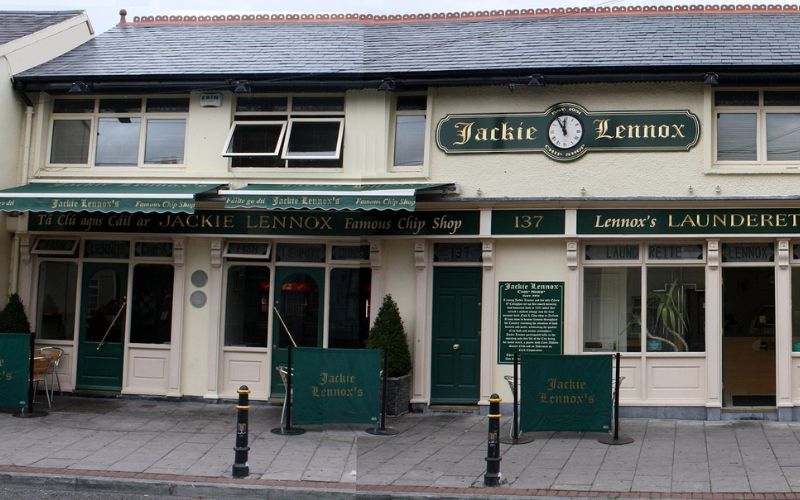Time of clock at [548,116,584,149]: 11:54
